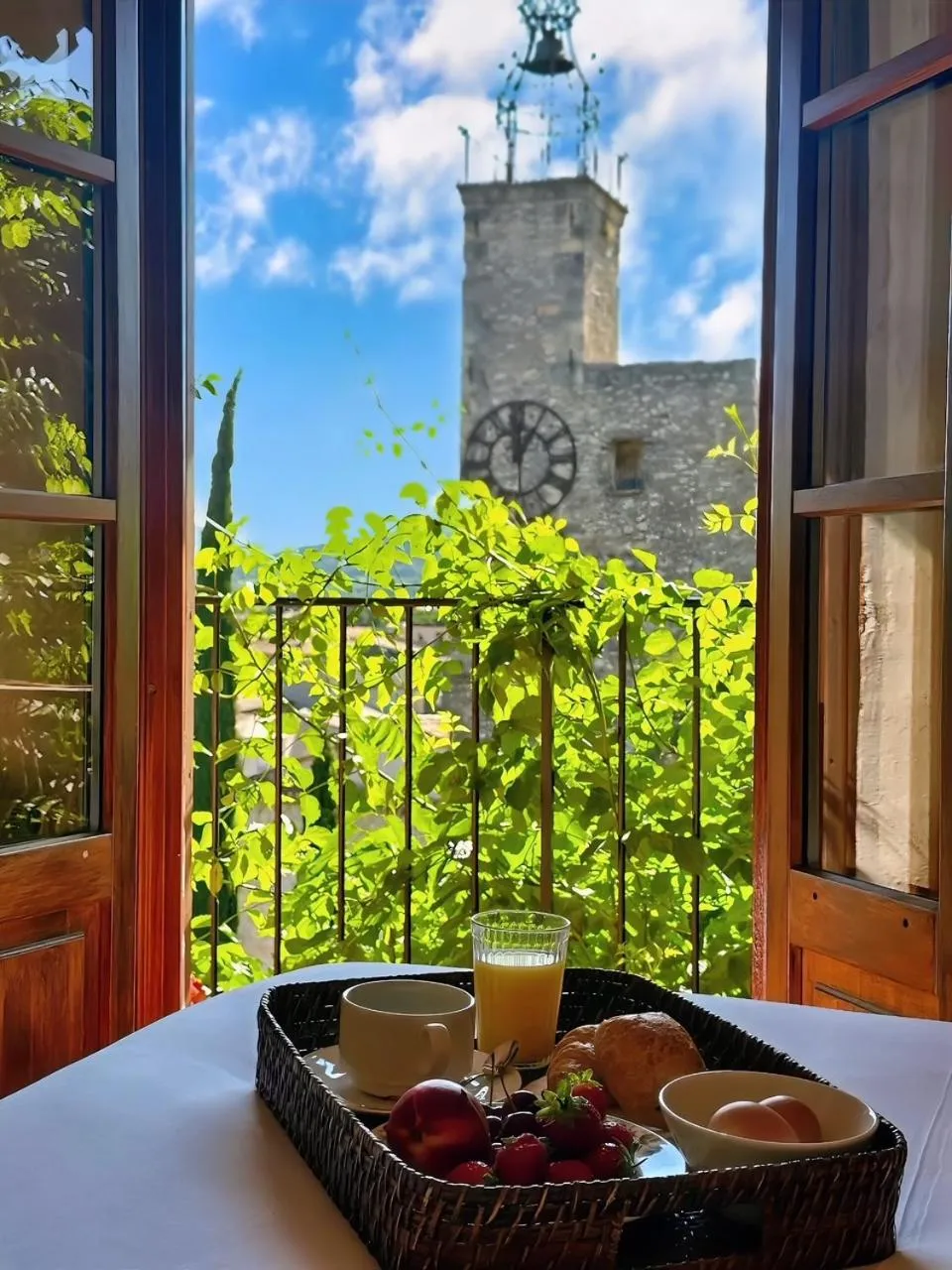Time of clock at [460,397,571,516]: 12:05
